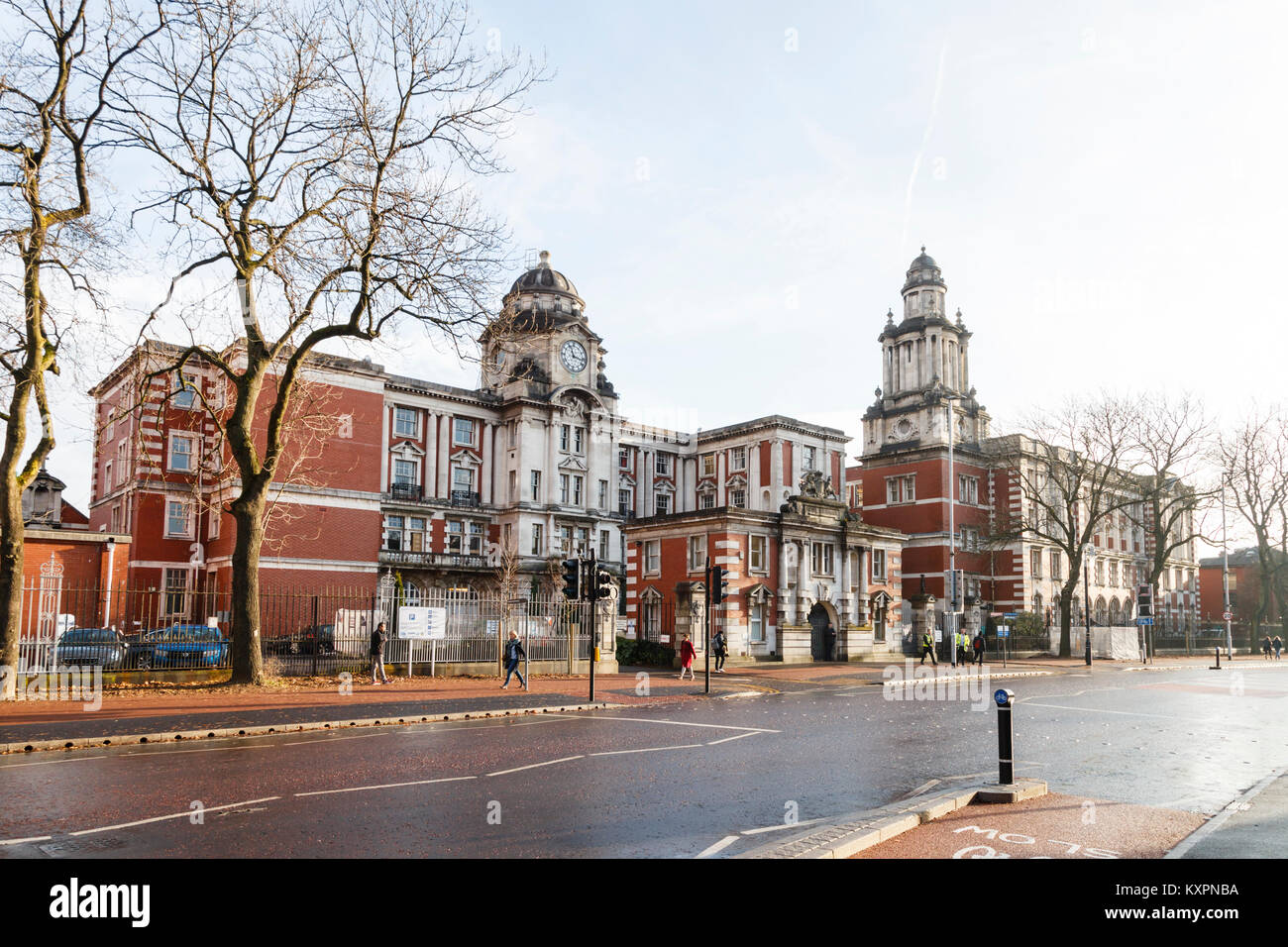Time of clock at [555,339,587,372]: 11:16
